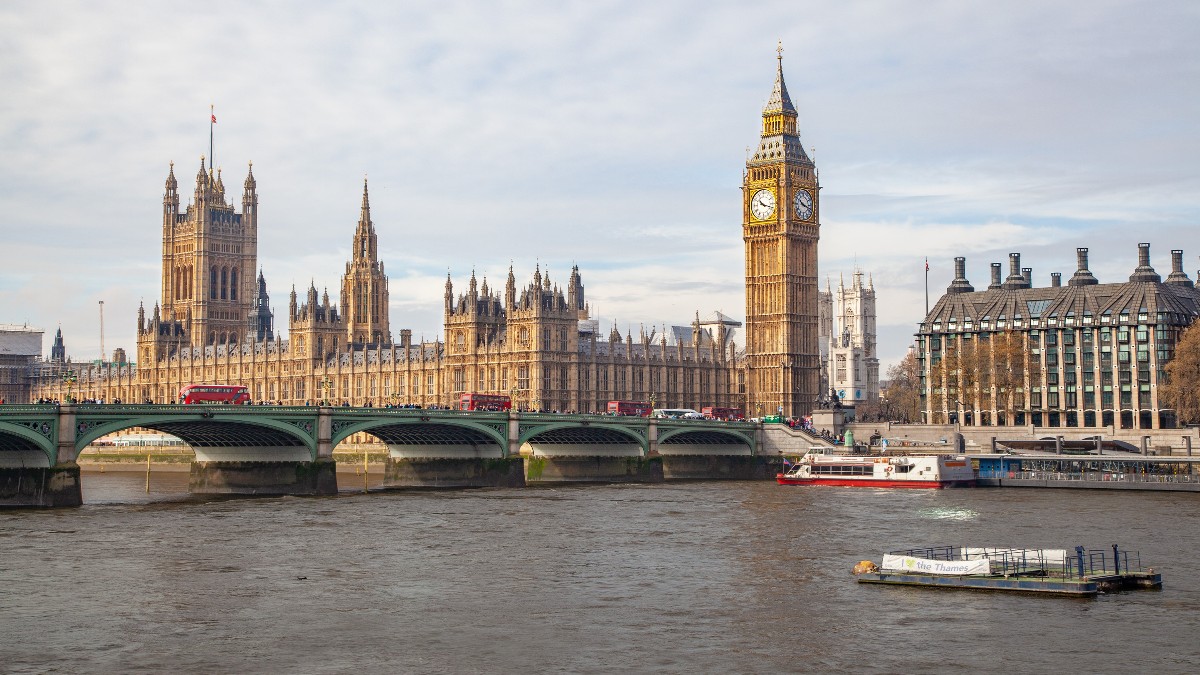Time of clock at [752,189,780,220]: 10:17
